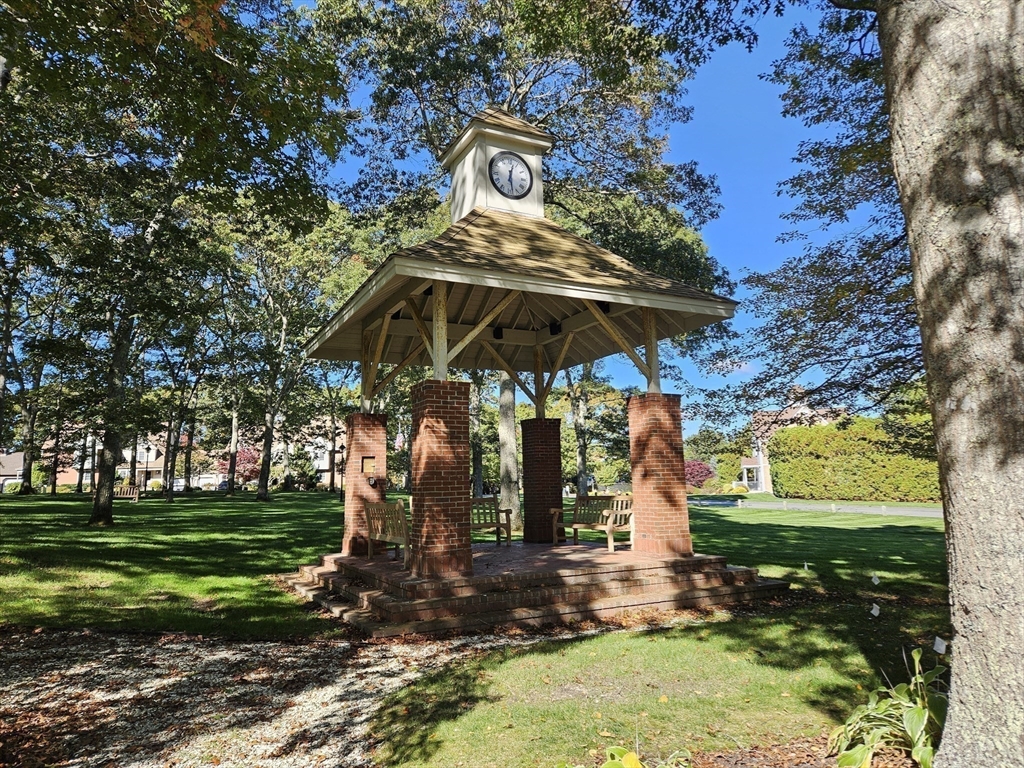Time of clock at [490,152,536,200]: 12:28
